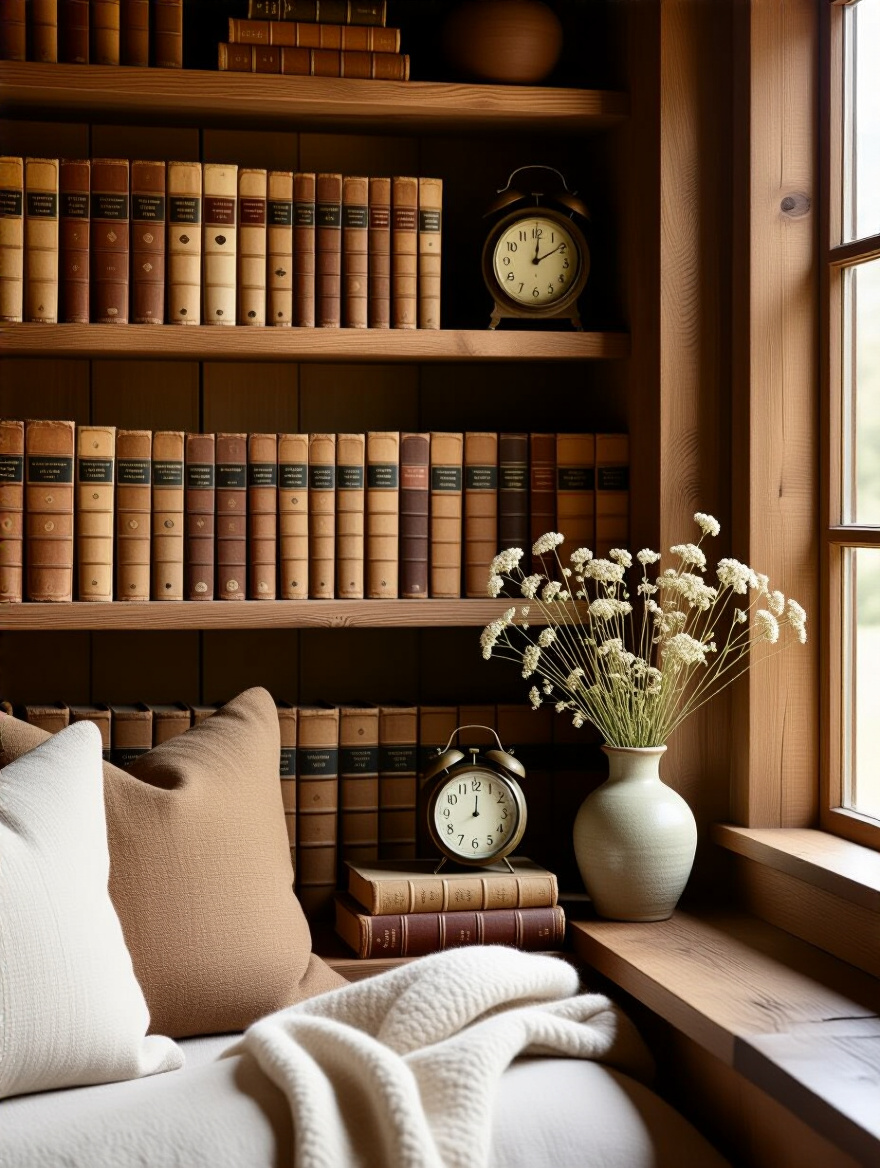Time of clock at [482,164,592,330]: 12:09
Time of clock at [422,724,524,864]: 8:00
